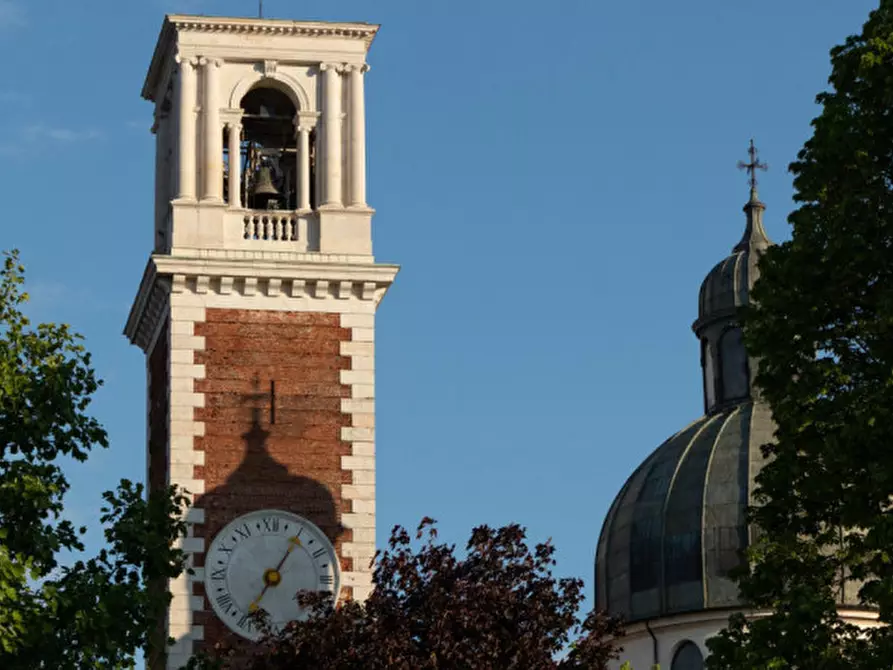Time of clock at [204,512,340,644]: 7:06
